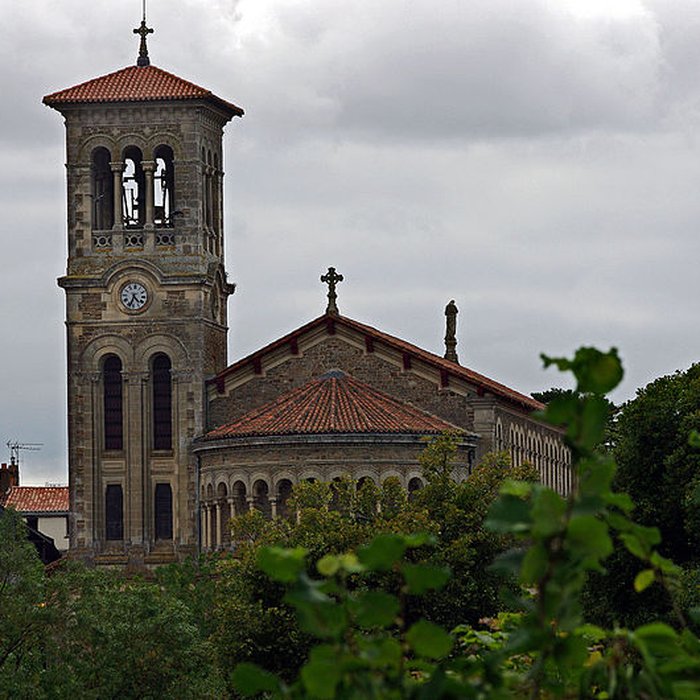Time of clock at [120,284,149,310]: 4:33
